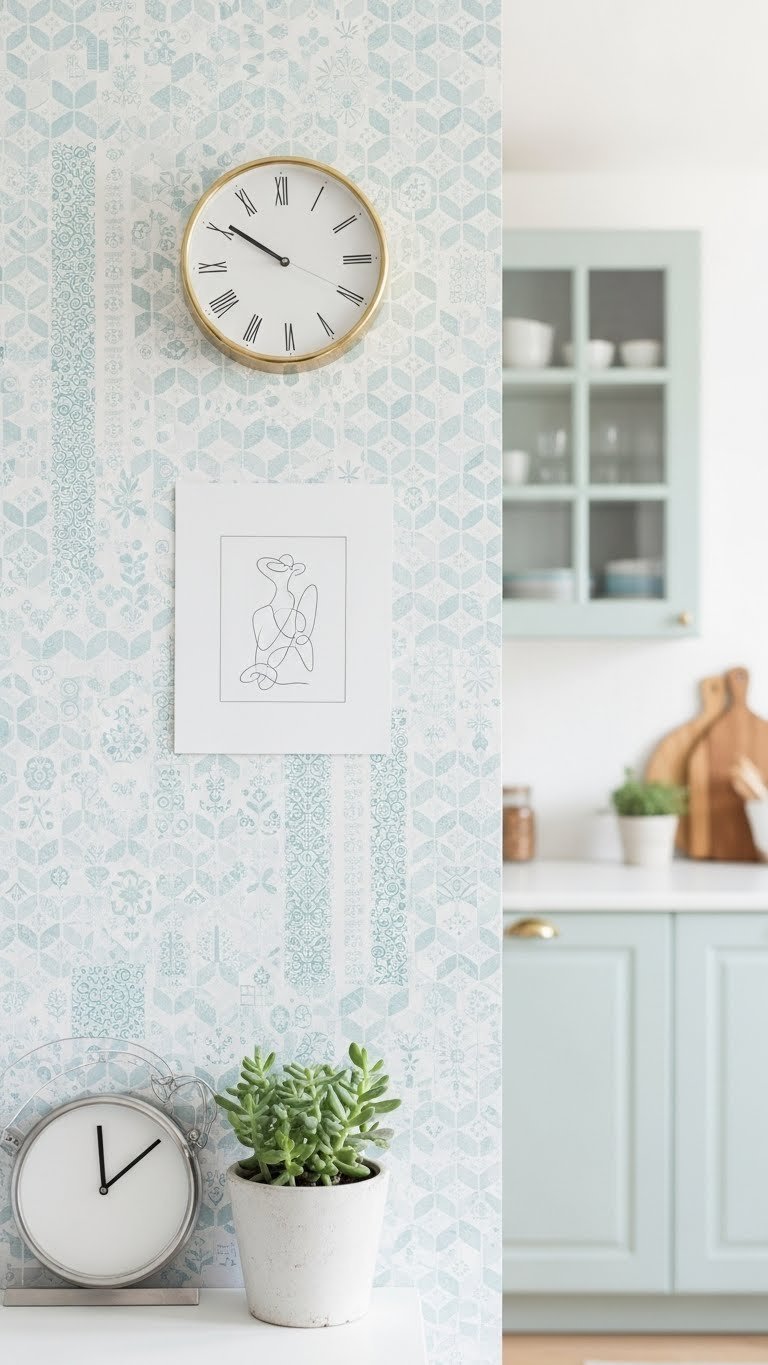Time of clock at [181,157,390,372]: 9:50
